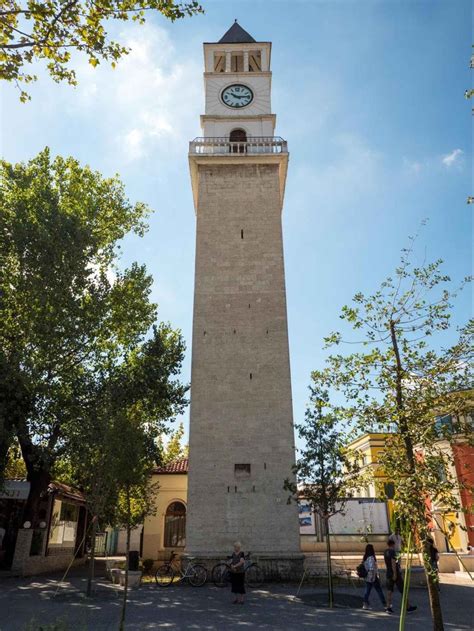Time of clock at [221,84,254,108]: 10:14
